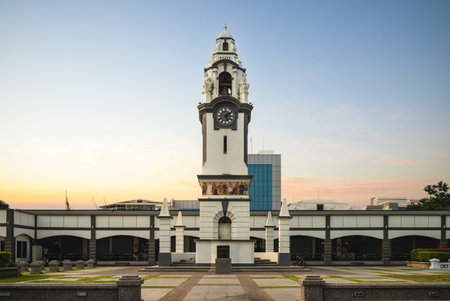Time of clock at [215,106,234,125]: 5:08
